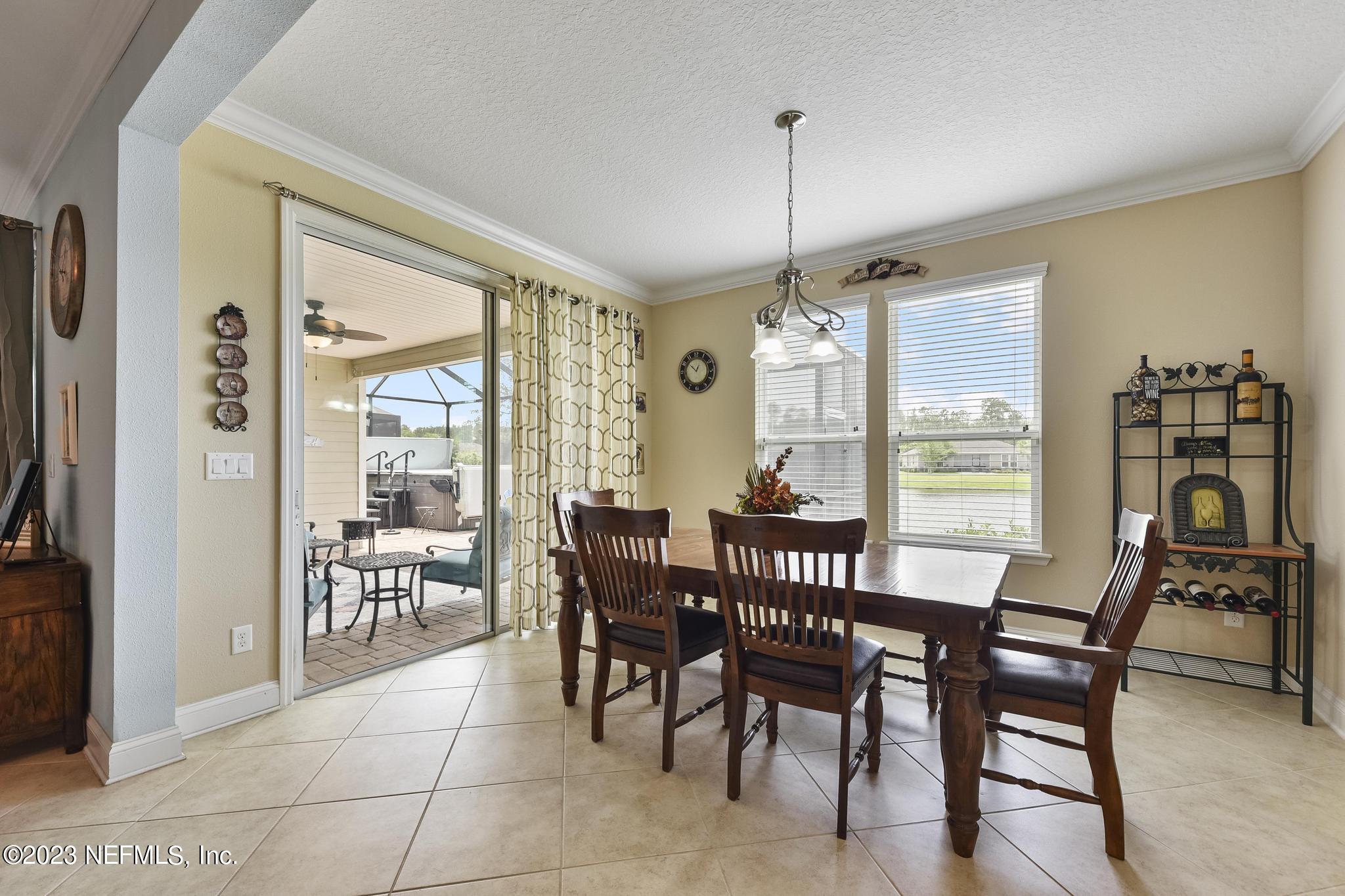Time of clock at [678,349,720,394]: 12:52
